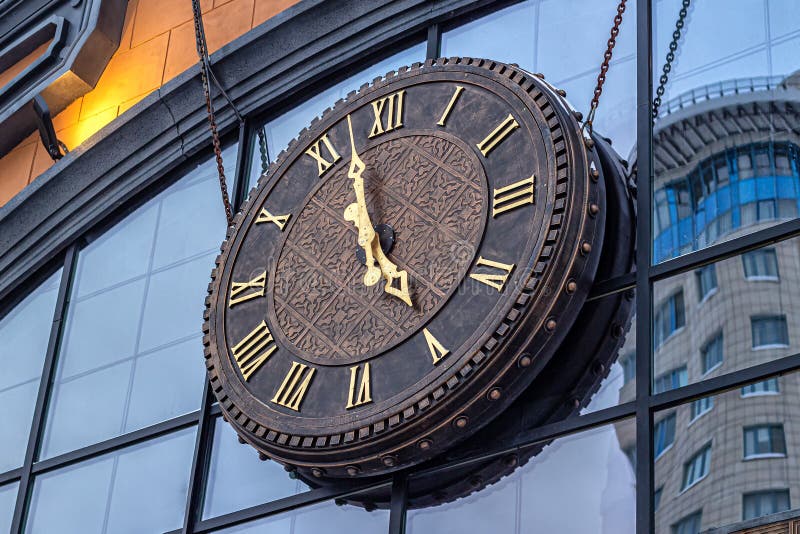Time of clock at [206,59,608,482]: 4:57
